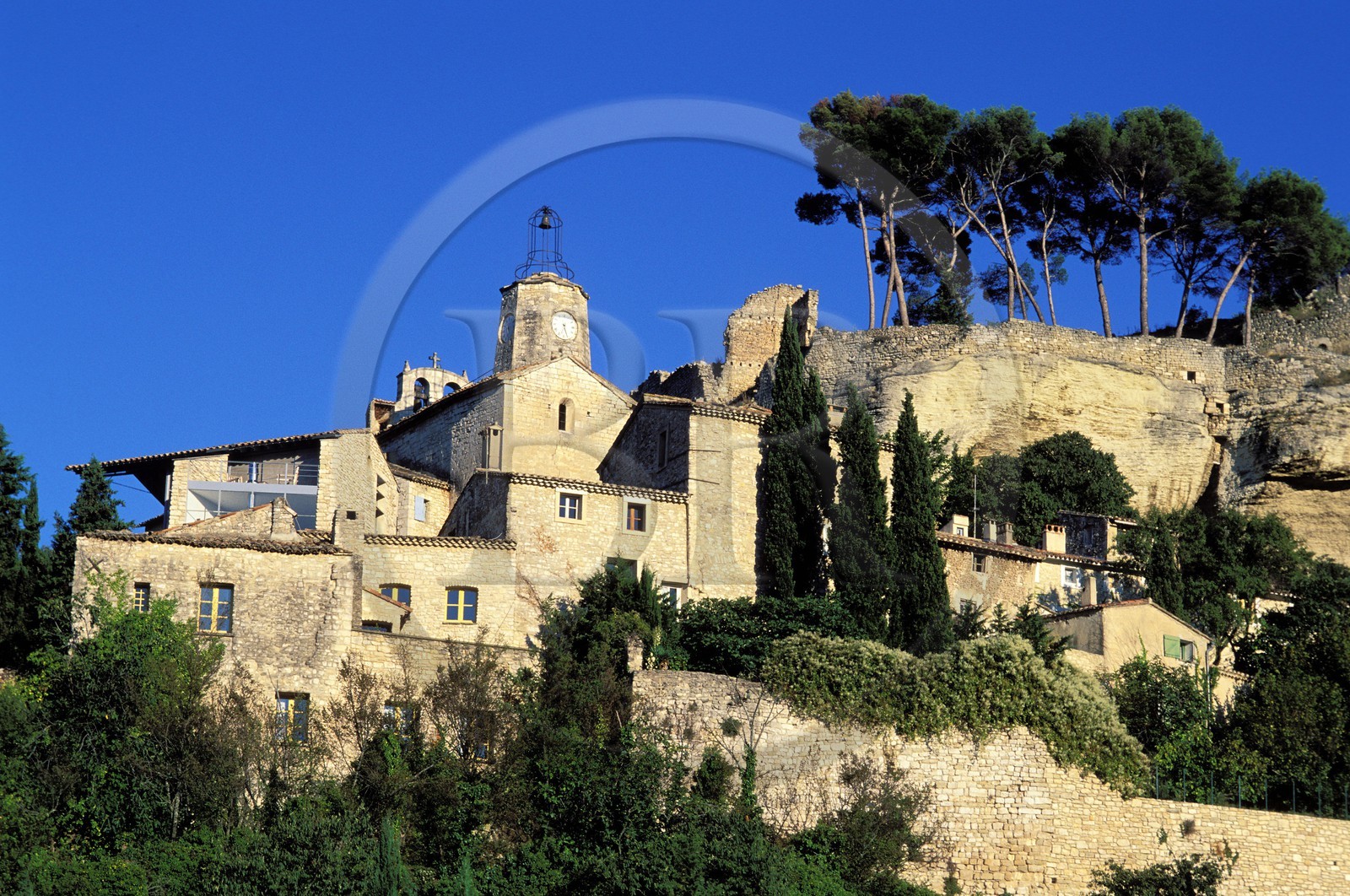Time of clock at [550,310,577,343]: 5:26
